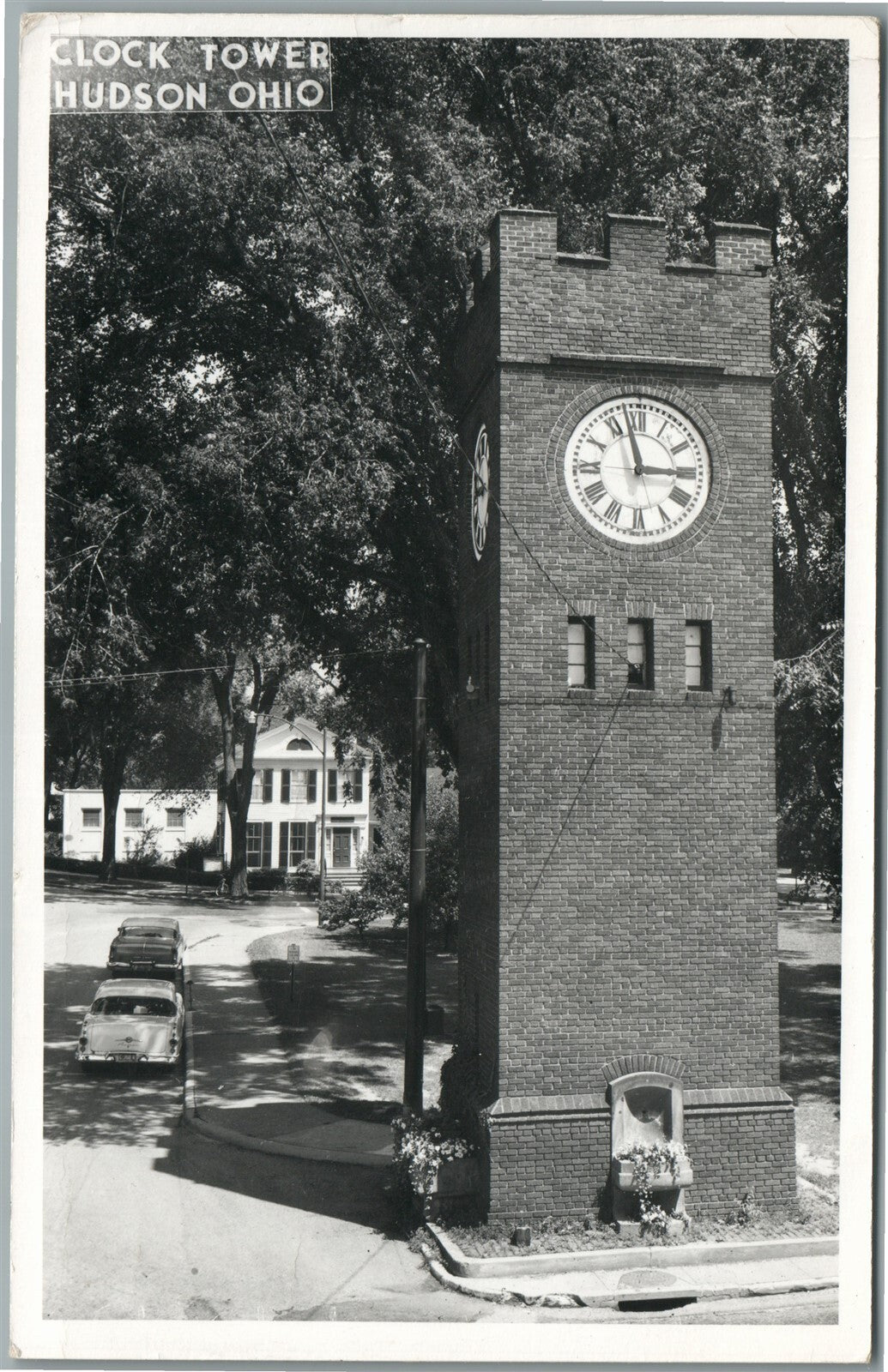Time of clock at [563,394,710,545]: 2:57
